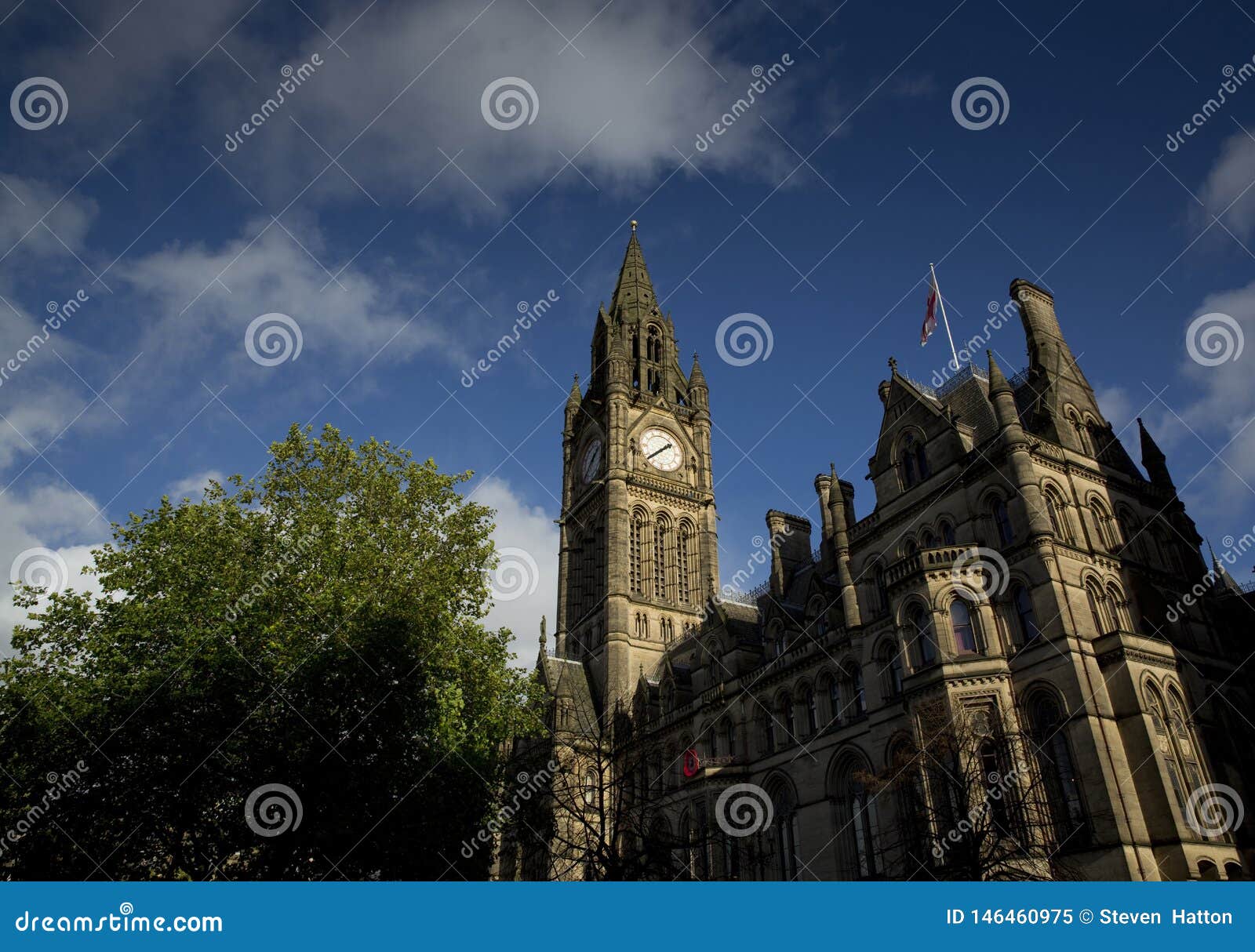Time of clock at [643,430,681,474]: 1:38
